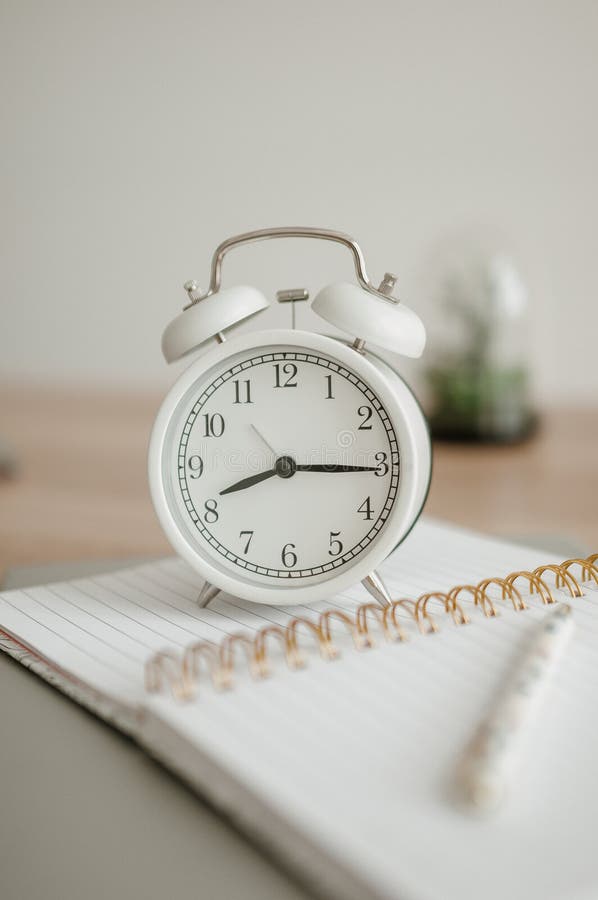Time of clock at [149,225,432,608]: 8:15
